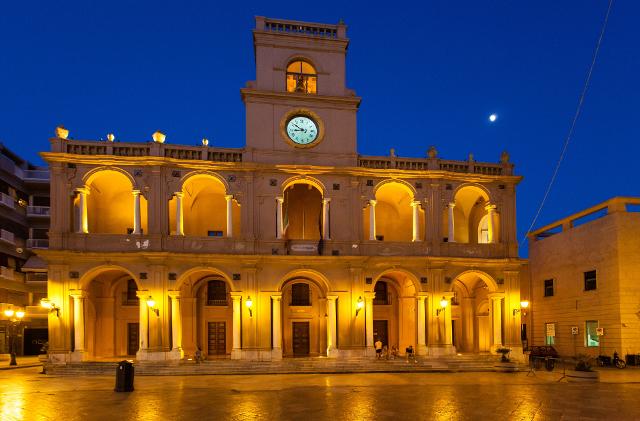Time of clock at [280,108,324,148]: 8:51
